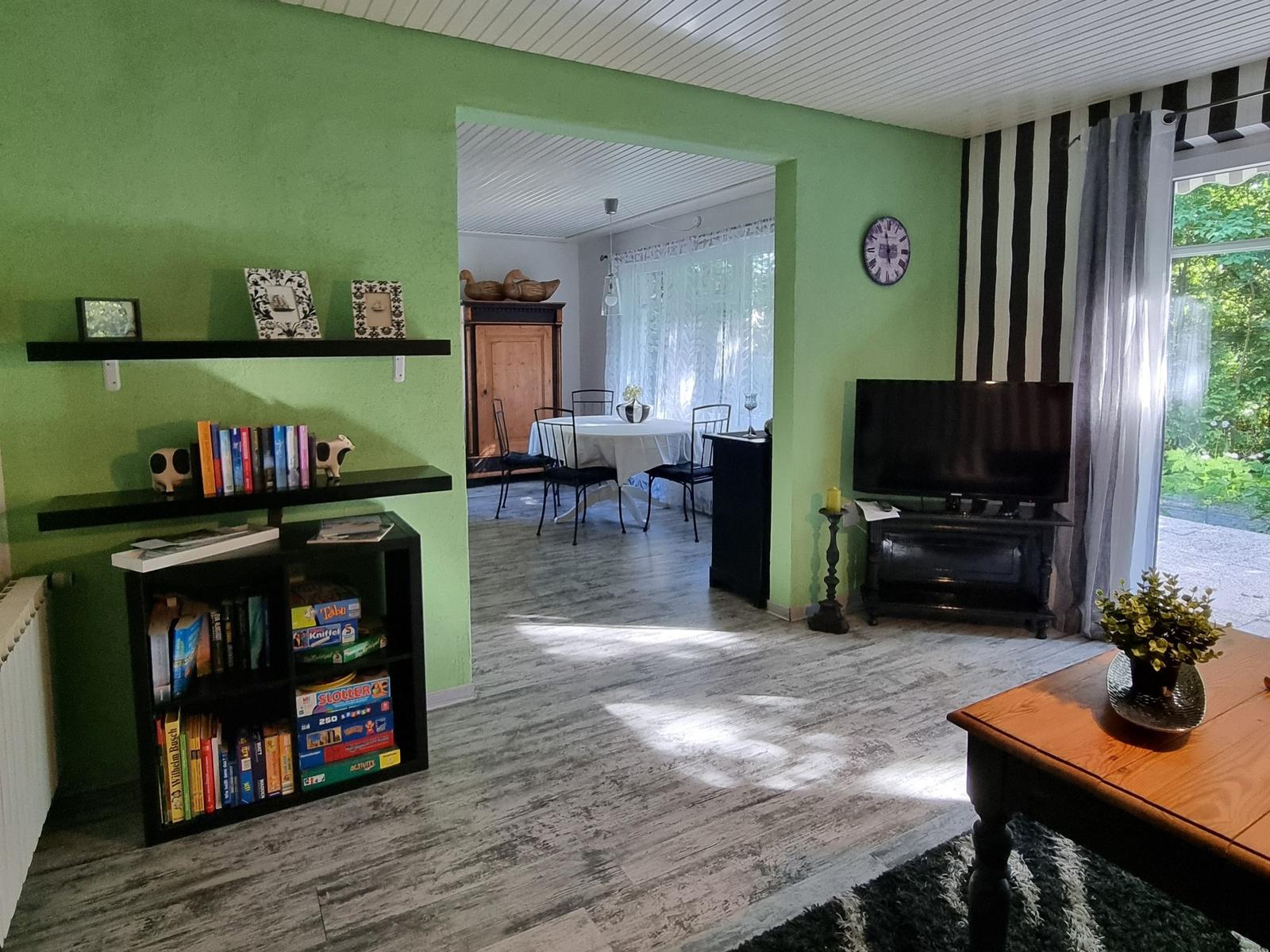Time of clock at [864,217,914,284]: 5:58
